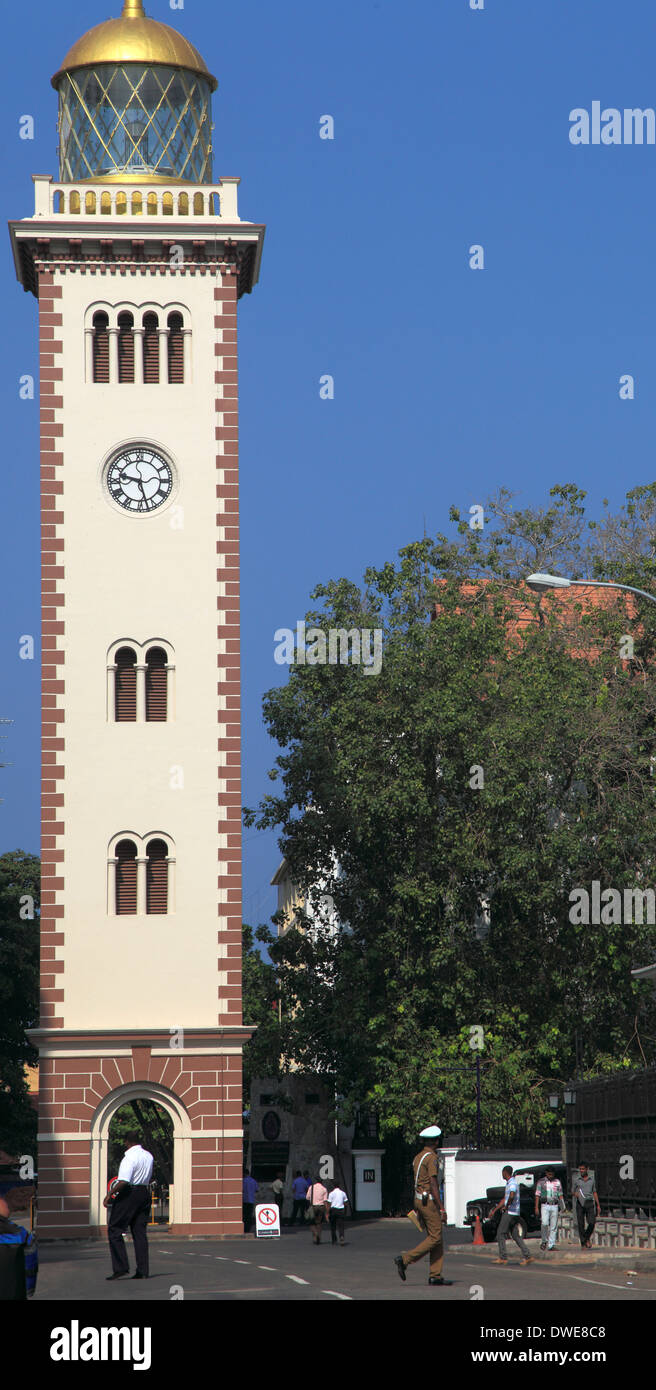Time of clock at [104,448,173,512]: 9:27
